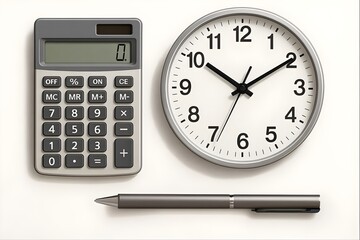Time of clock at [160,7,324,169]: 10:09
